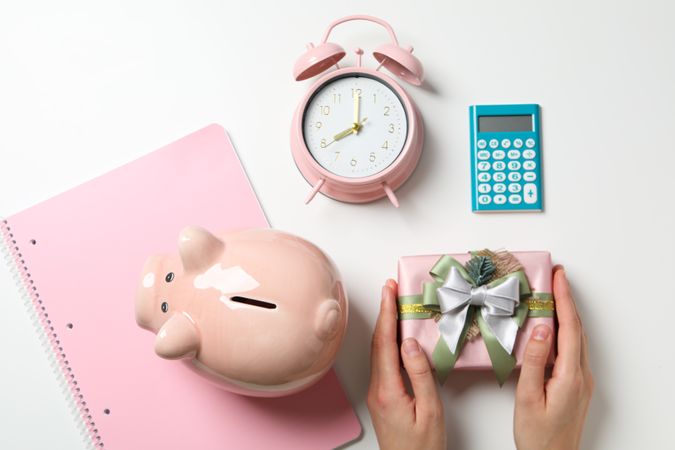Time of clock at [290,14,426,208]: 8:00
